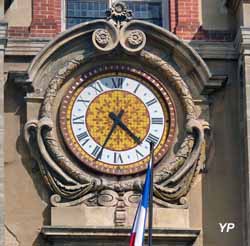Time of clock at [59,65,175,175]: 4:34
